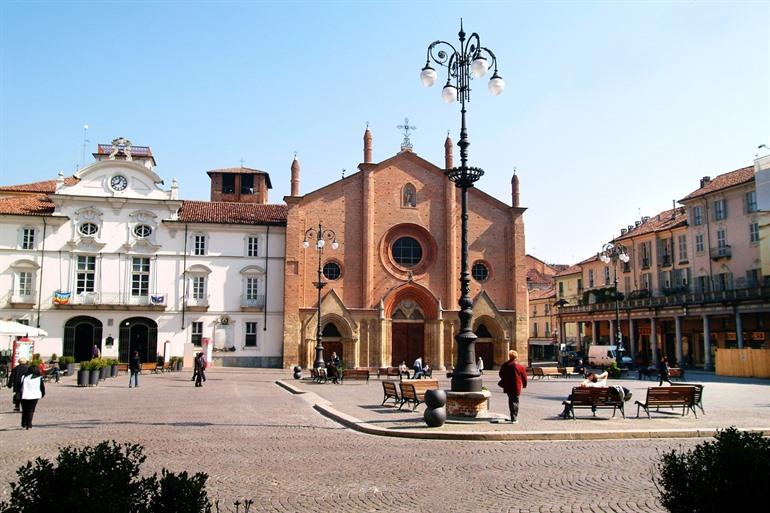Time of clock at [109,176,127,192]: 12:41
